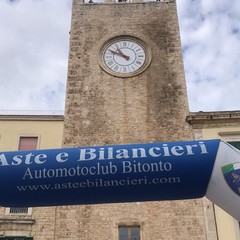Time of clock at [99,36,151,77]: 10:49
